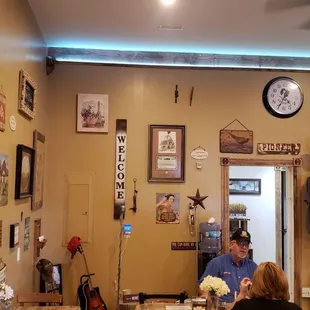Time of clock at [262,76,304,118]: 4:34
